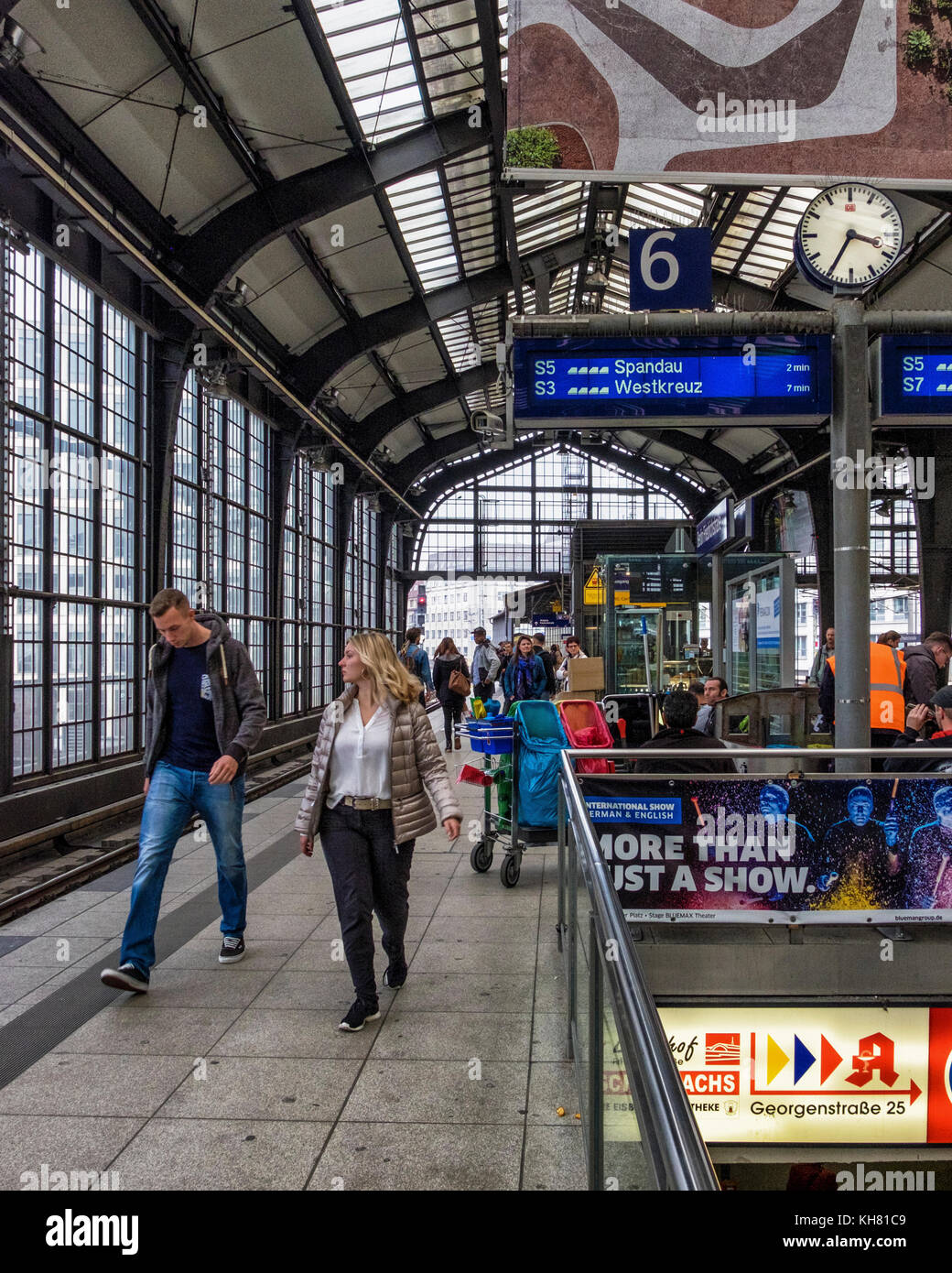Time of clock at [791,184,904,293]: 3:34
